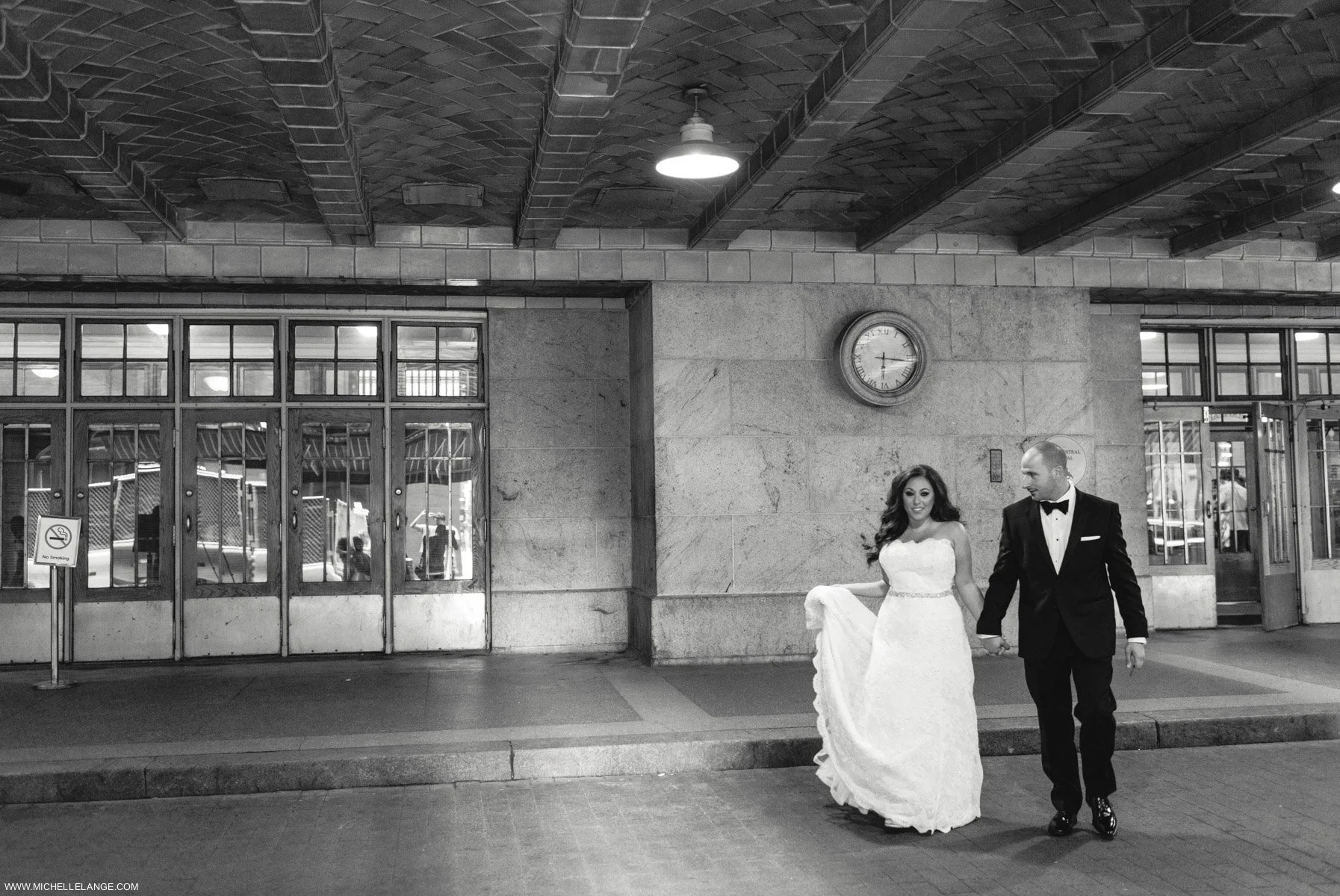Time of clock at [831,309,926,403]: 6:16
